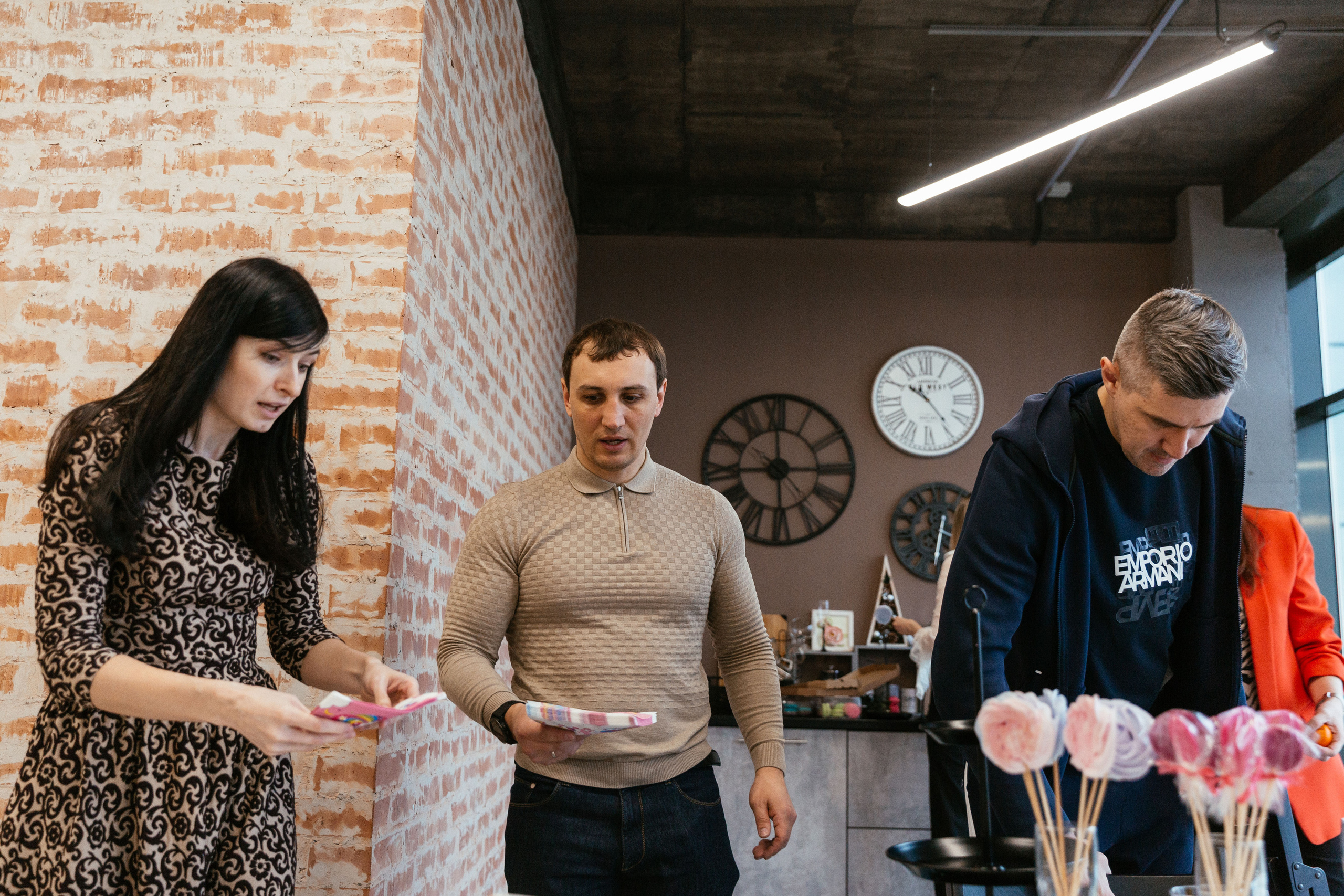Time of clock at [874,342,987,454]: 10:23
